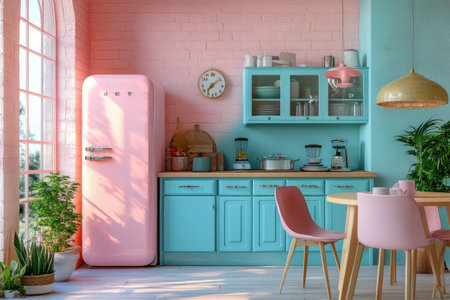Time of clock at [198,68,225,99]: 7:07
